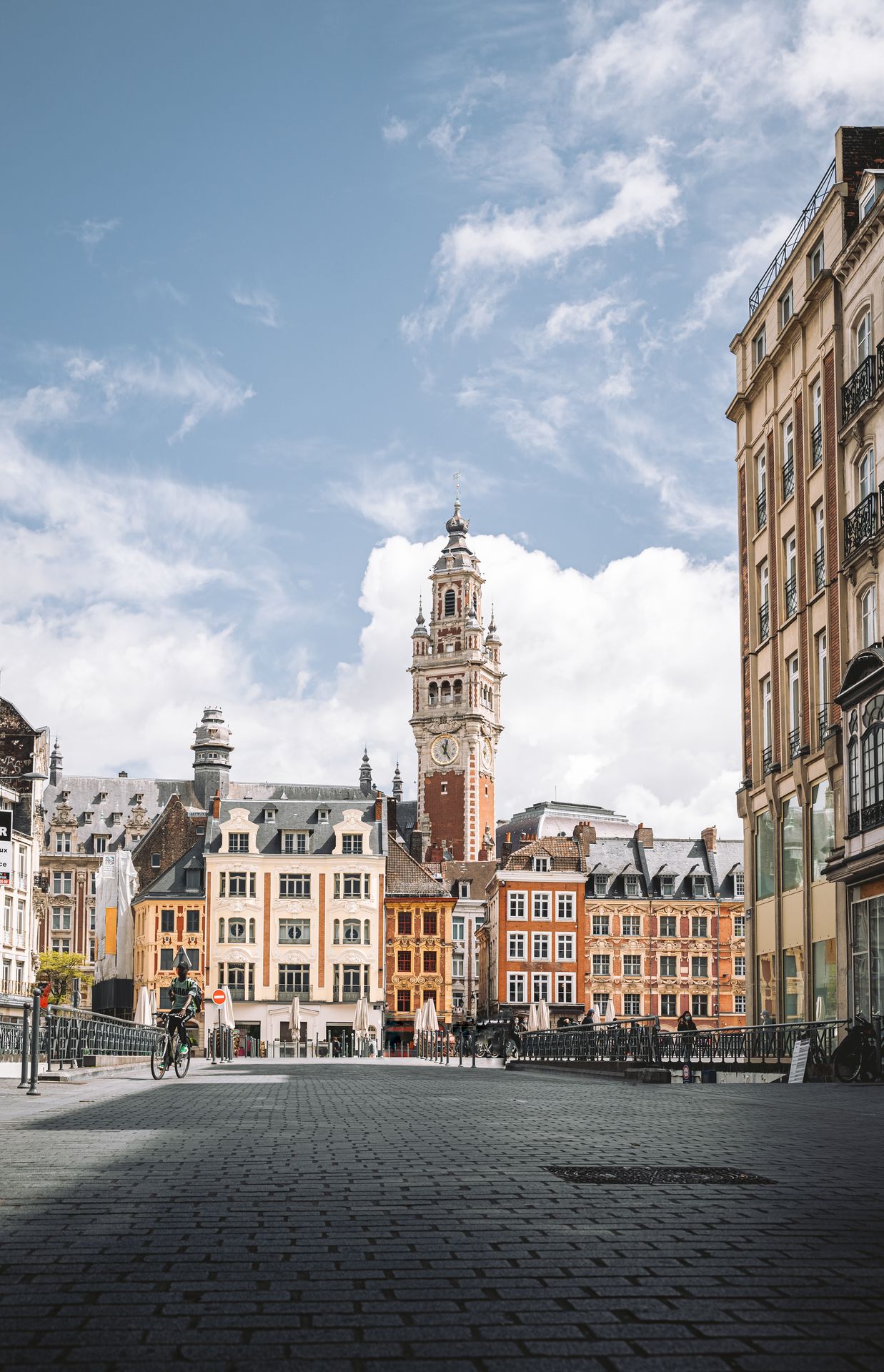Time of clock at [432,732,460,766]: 12:24
